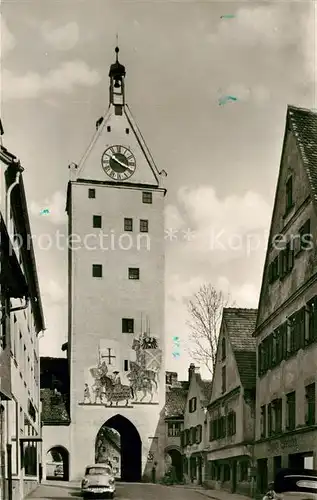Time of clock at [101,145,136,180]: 3:50
